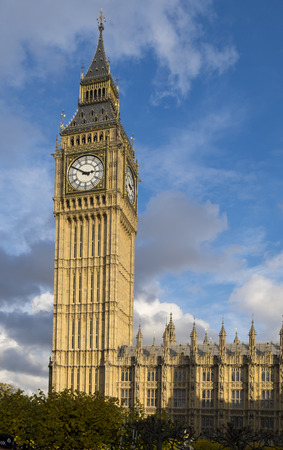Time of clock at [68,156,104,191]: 2:50
